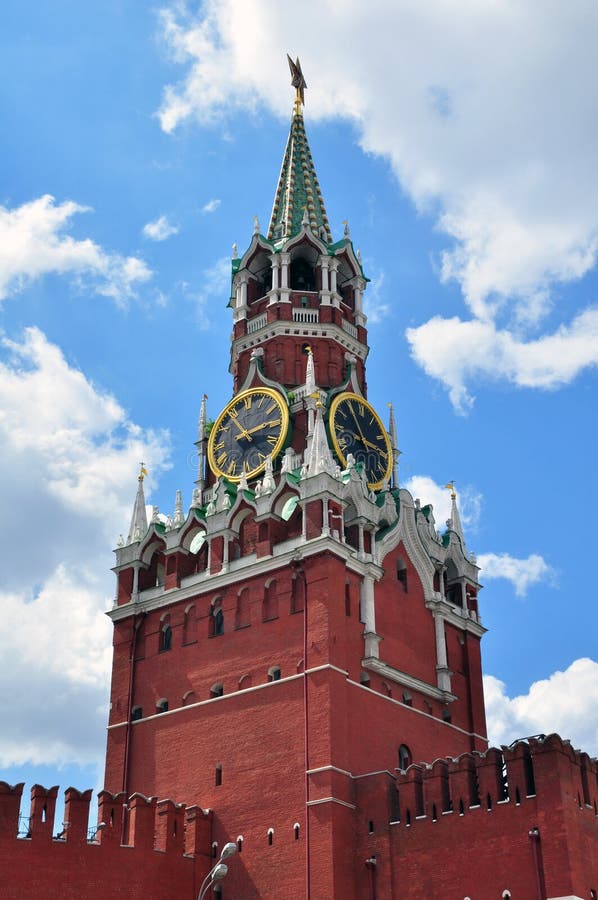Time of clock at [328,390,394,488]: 2:54
